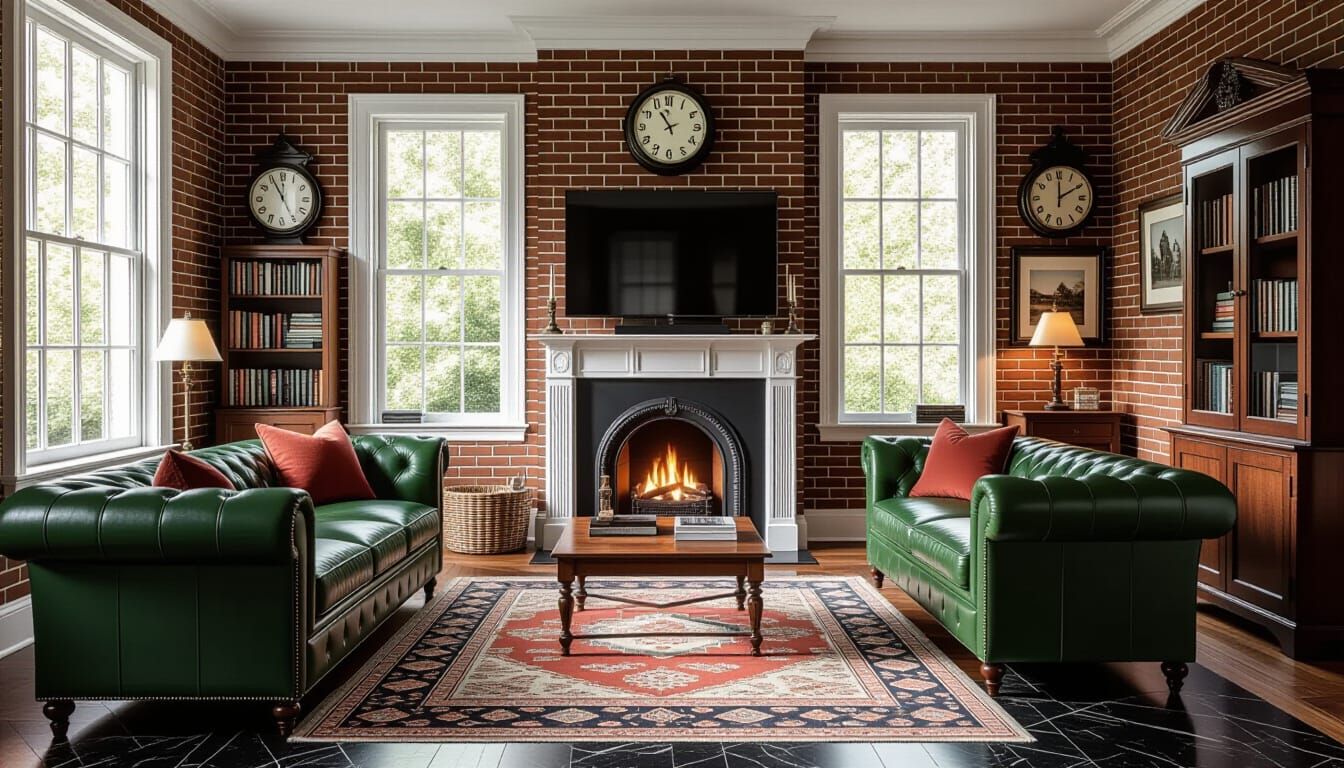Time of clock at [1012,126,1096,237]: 2:00
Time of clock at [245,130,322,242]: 11:55
